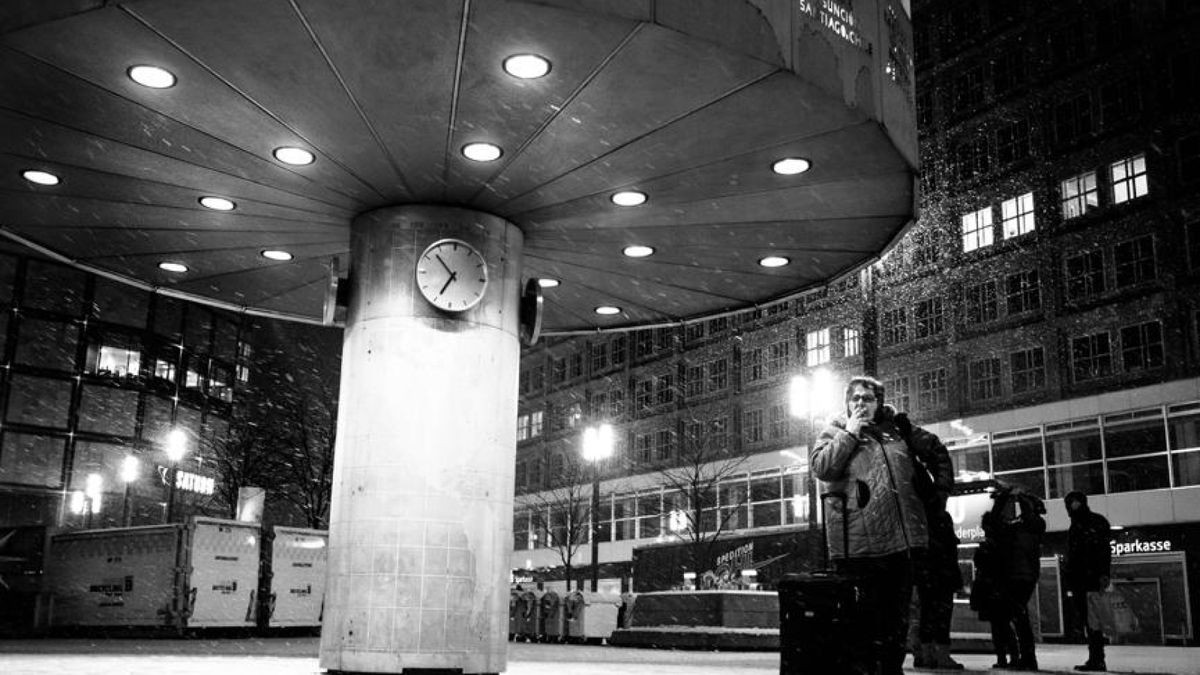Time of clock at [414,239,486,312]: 6:52
